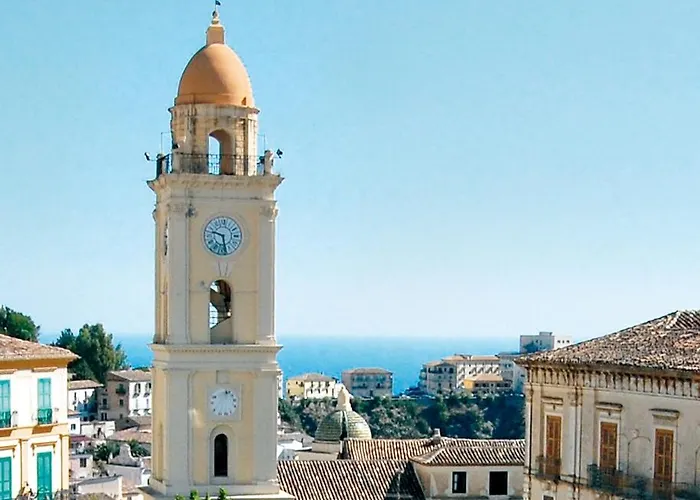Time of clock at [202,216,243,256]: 9:28
